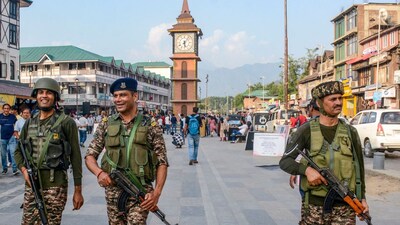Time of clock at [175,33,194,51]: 6:06
